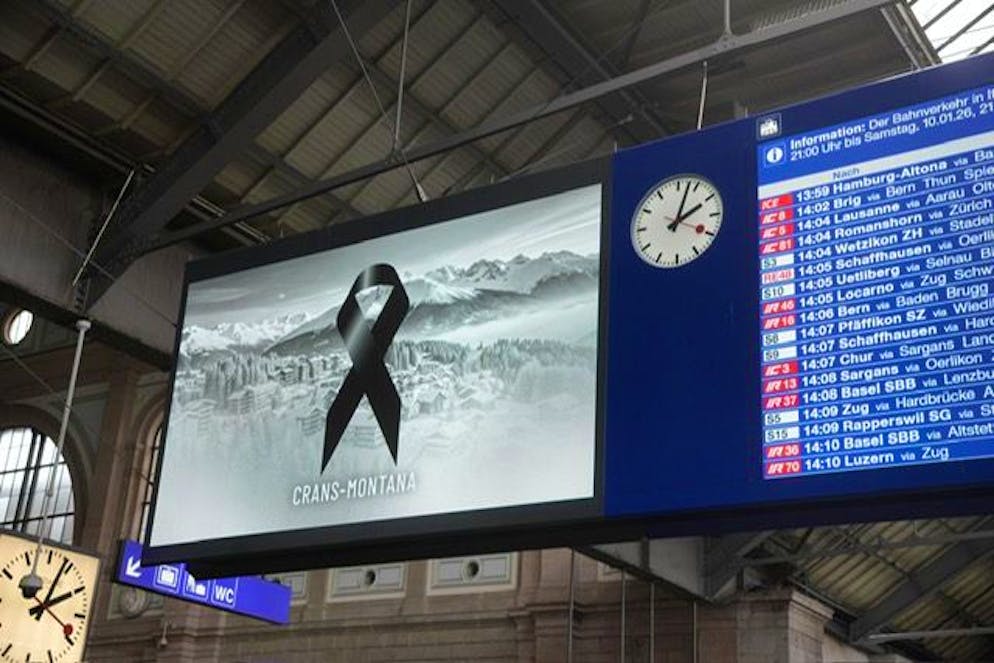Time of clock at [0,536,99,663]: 2:03
